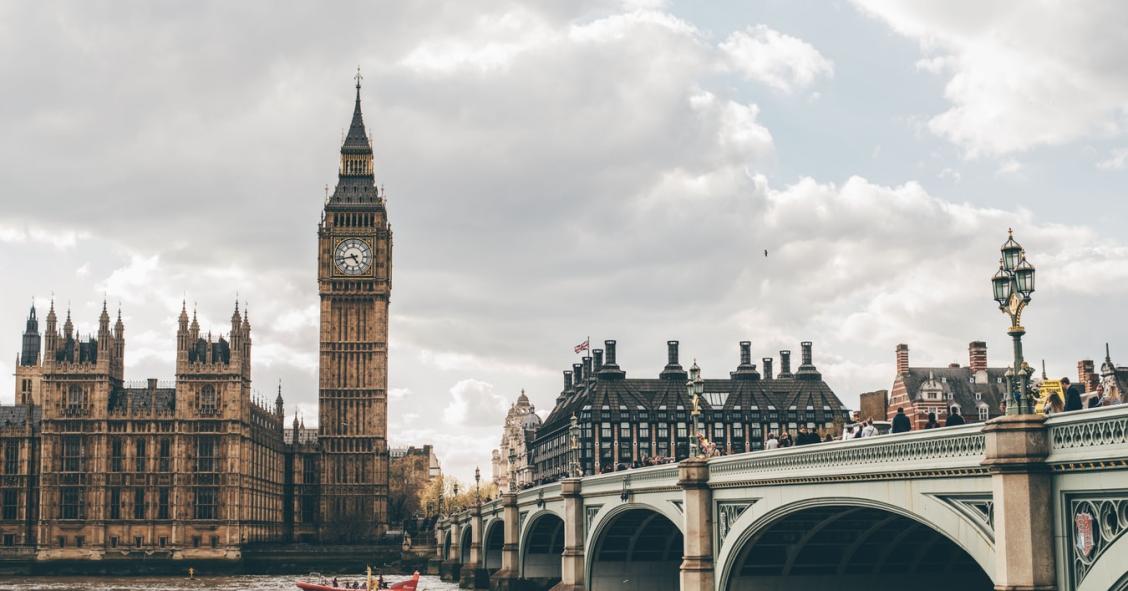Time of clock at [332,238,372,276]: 4:43
